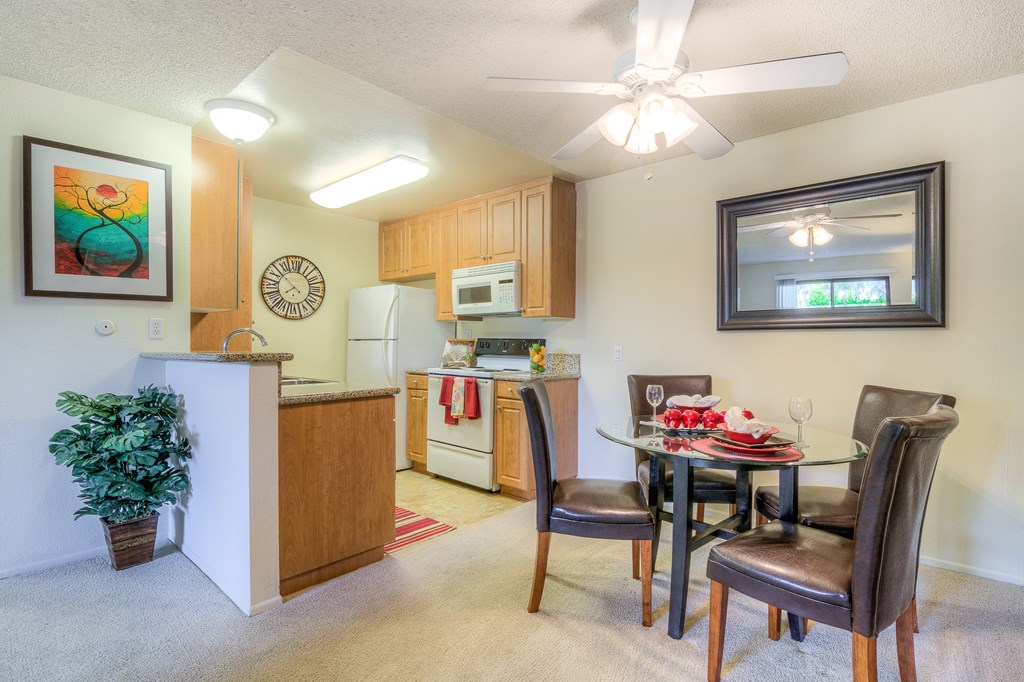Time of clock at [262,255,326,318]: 7:51
